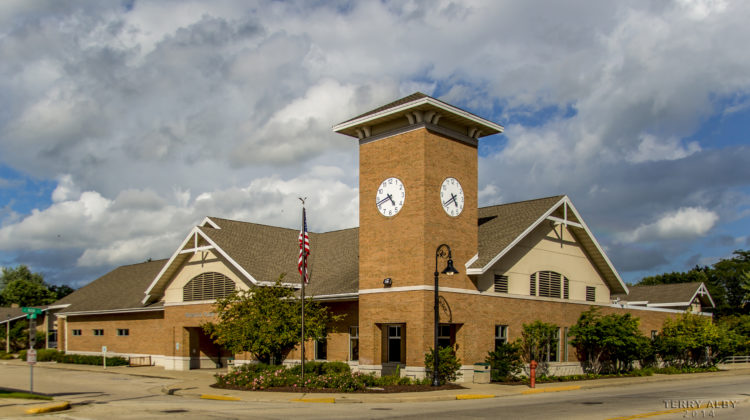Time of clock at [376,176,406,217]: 4:42
